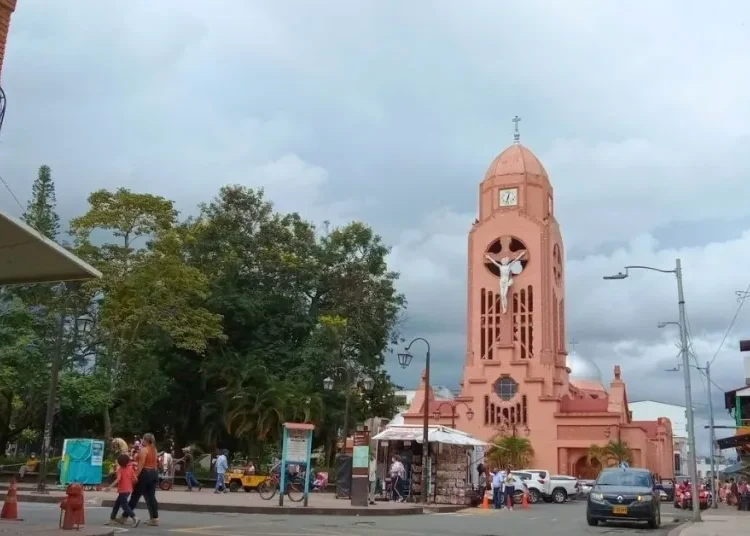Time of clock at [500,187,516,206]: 12:32
